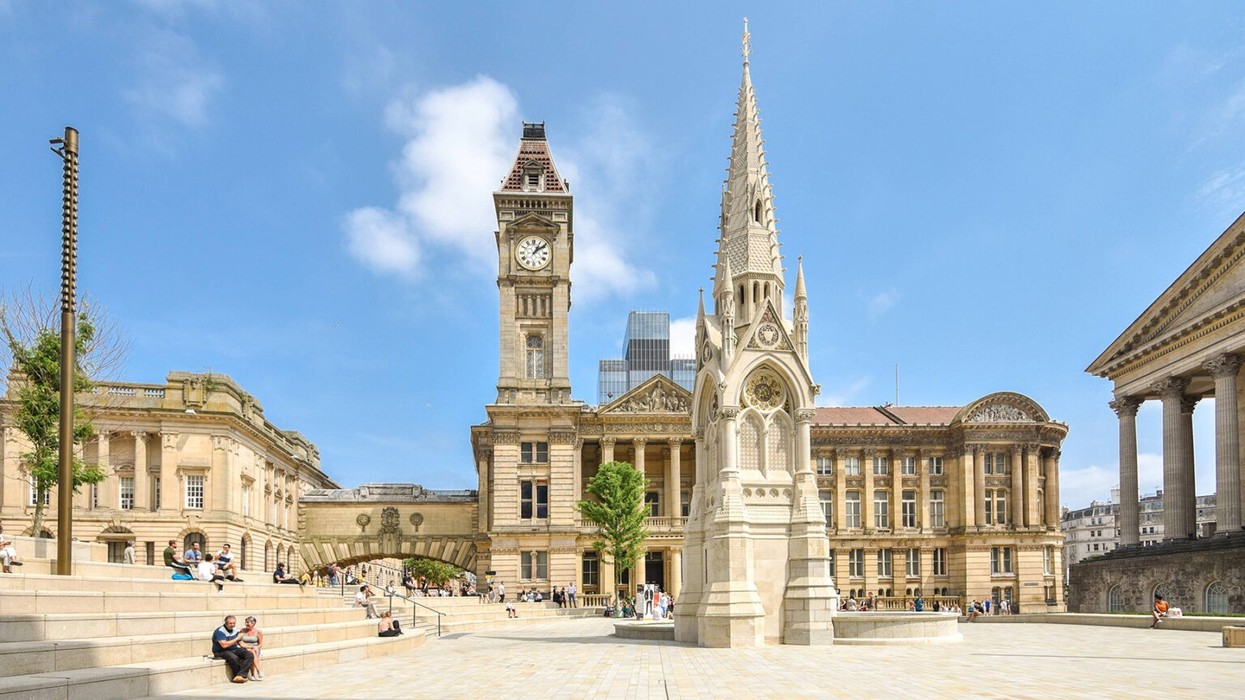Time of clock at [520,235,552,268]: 1:08
